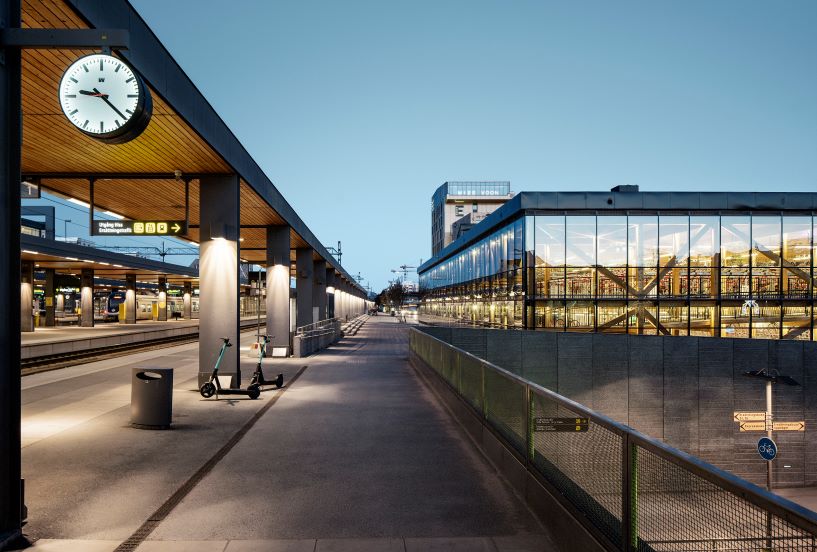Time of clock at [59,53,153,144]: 9:22
